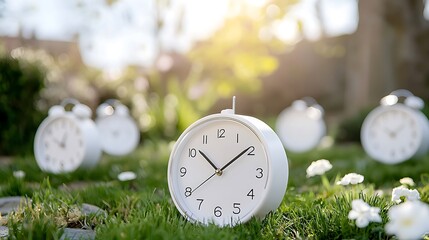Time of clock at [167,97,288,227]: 10:09
